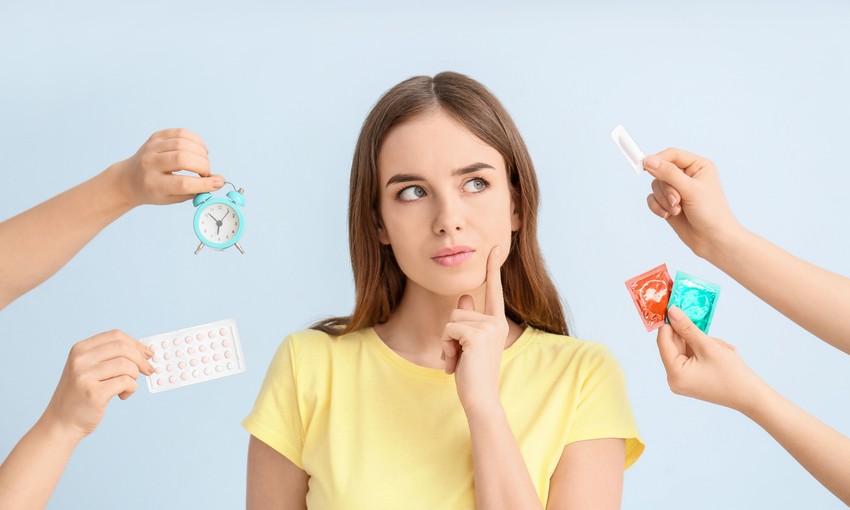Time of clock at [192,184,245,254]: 6:06
